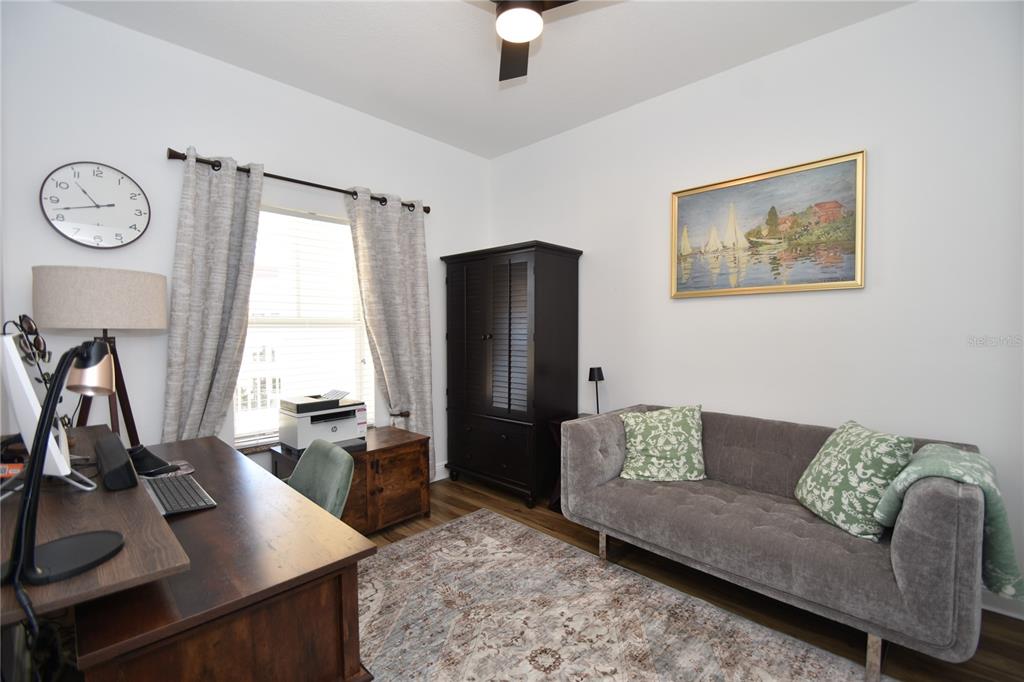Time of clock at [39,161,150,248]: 10:42
